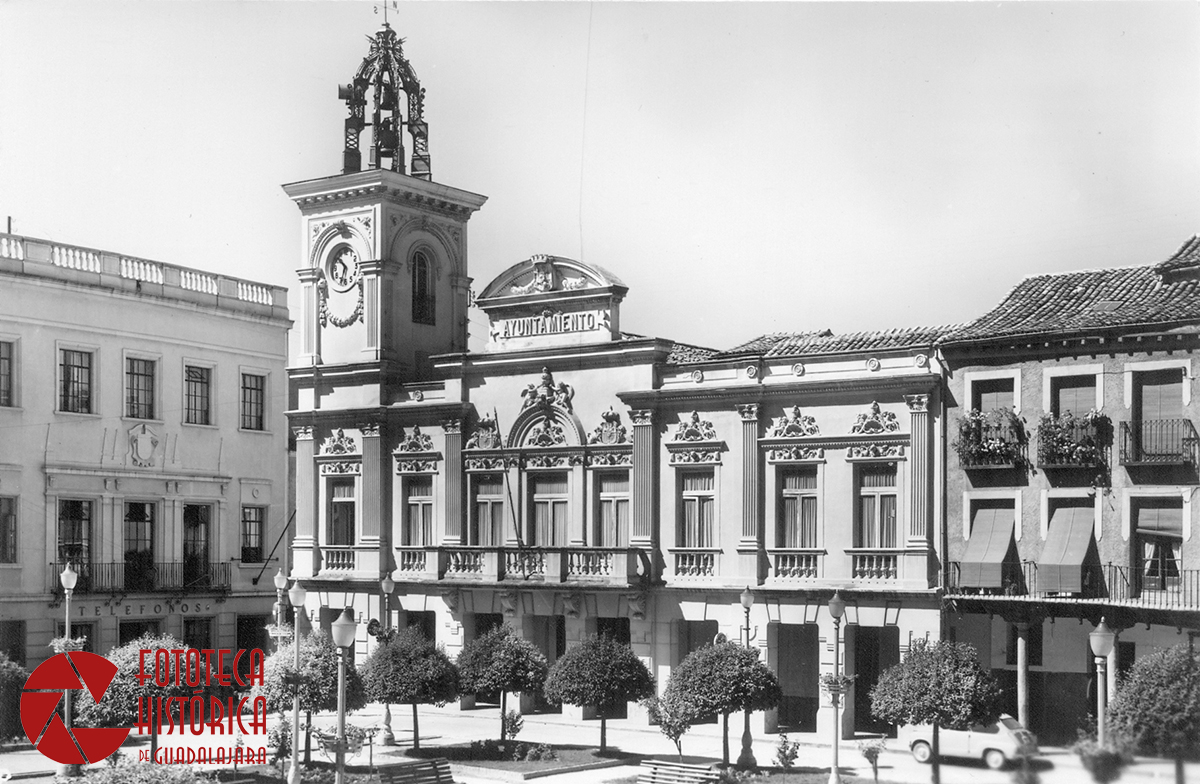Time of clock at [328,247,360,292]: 10:33
